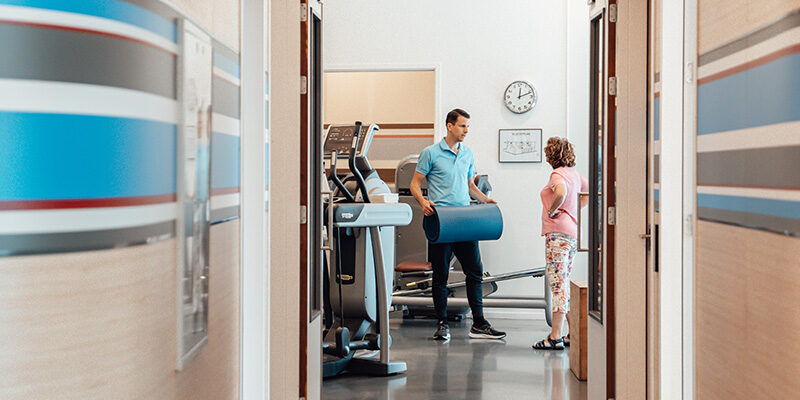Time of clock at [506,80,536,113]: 12:11
